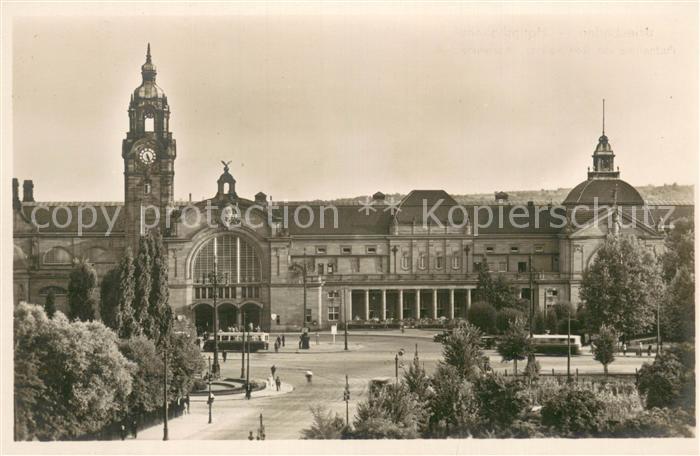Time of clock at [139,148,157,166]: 5:26
